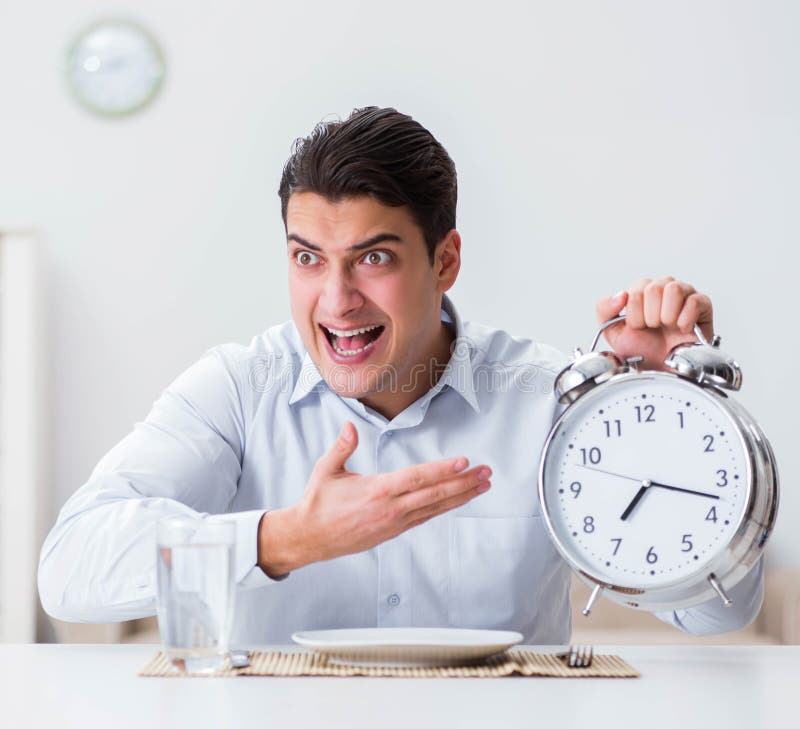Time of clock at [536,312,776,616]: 7:17
